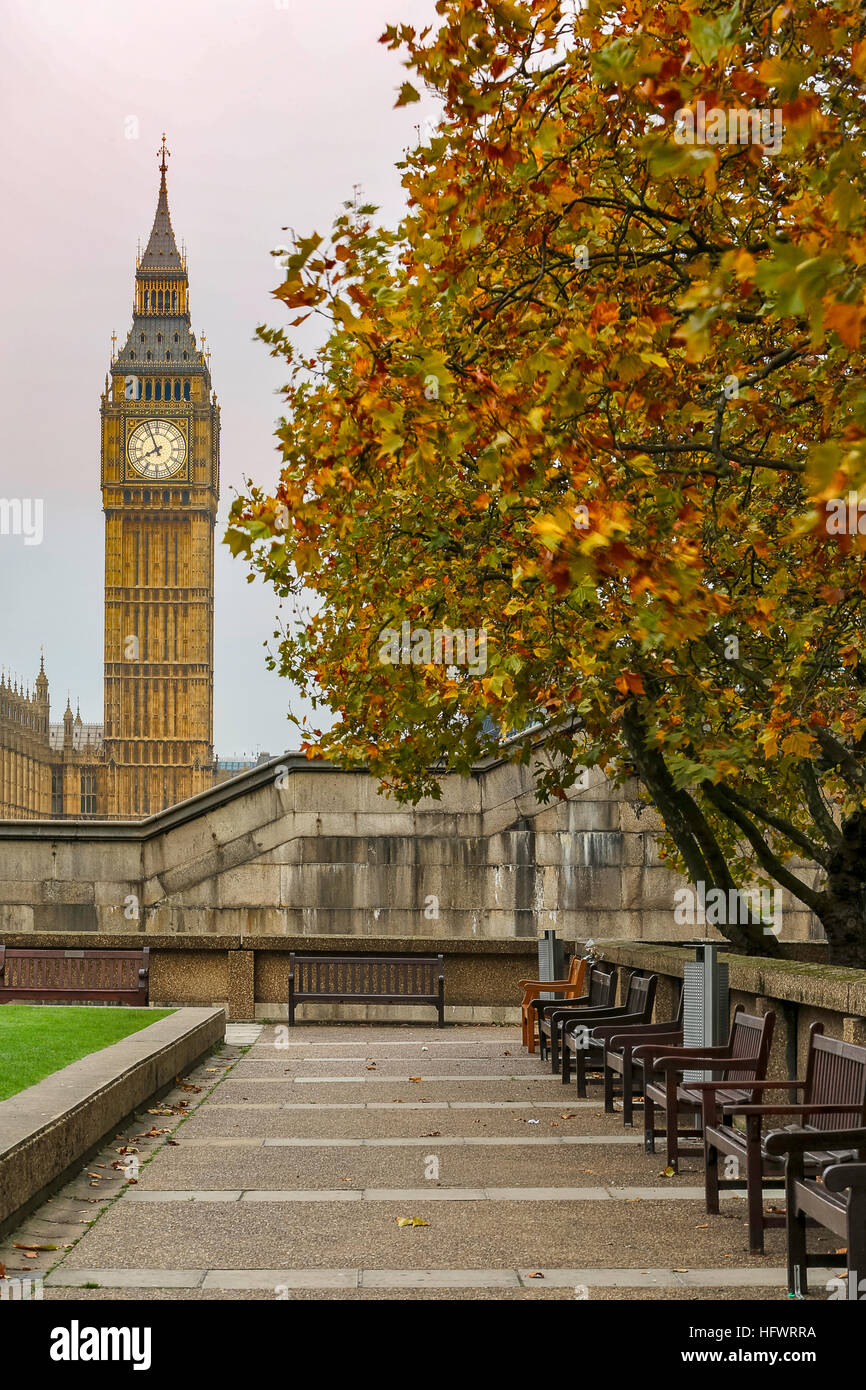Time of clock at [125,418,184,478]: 7:55
